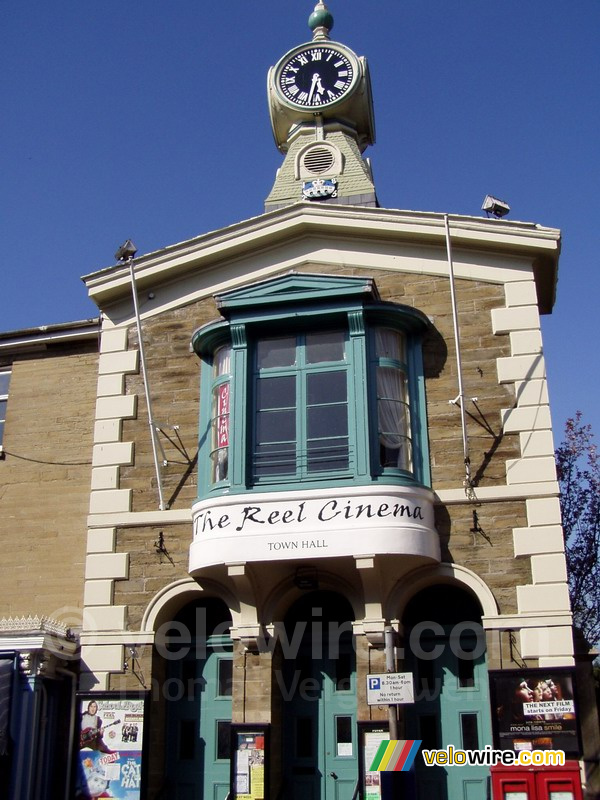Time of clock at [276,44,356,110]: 5:32
